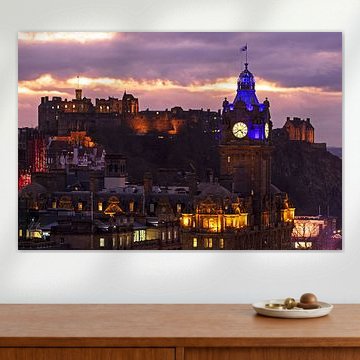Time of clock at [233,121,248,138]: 4:40
